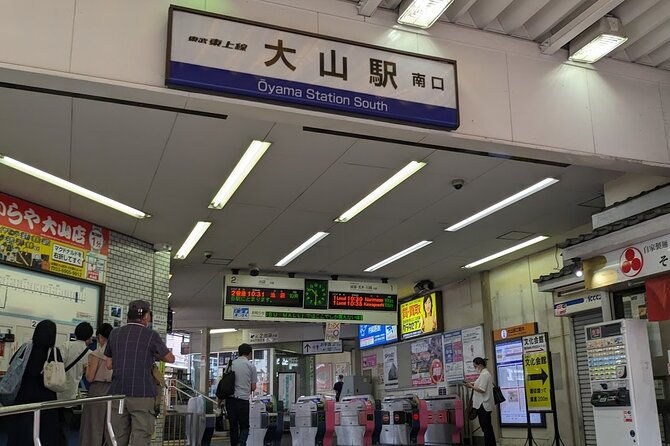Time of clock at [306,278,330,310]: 10:30
